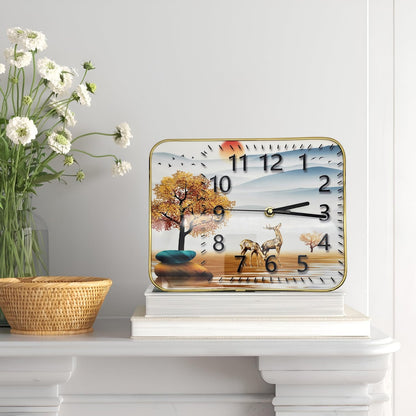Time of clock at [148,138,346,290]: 2:15
